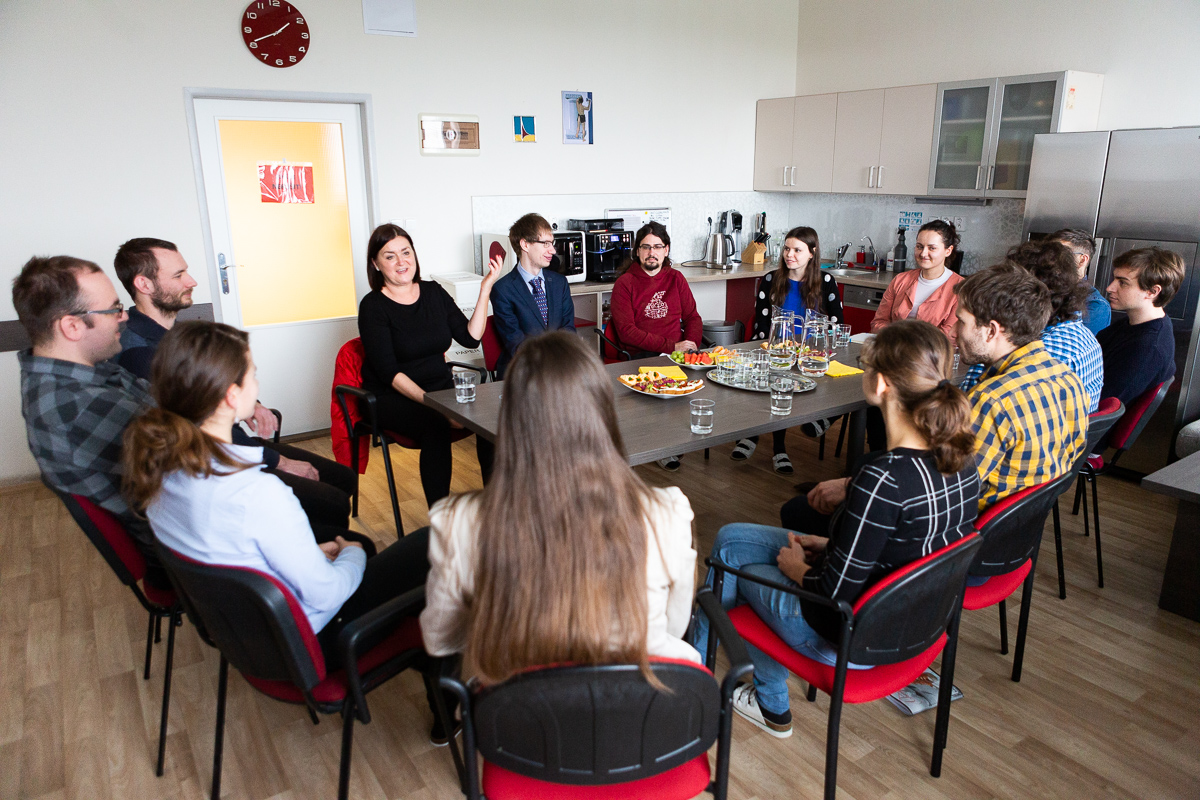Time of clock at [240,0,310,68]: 1:41
